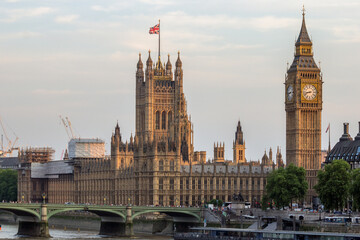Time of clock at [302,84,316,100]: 8:42
